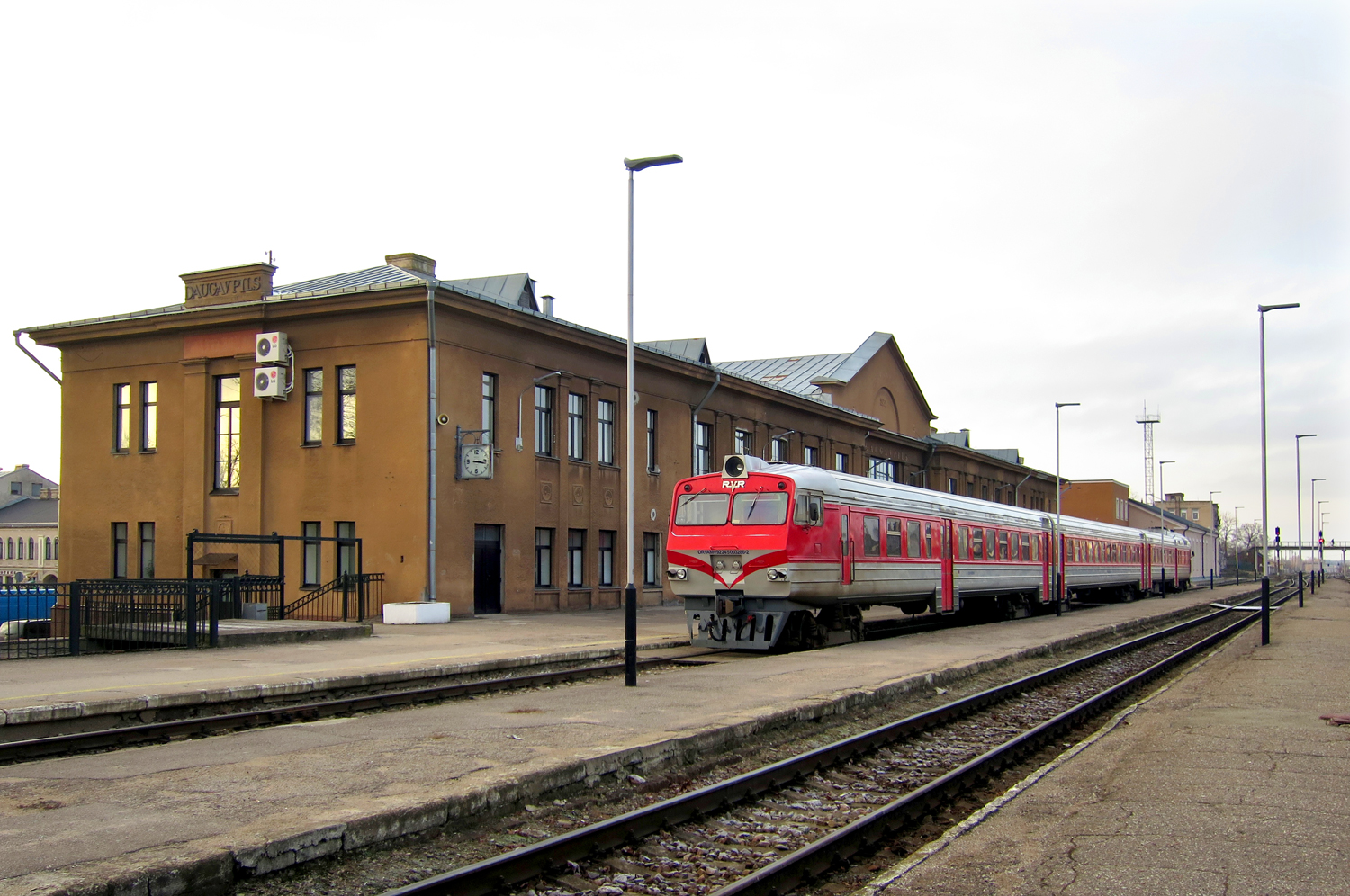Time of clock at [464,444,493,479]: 3:14
